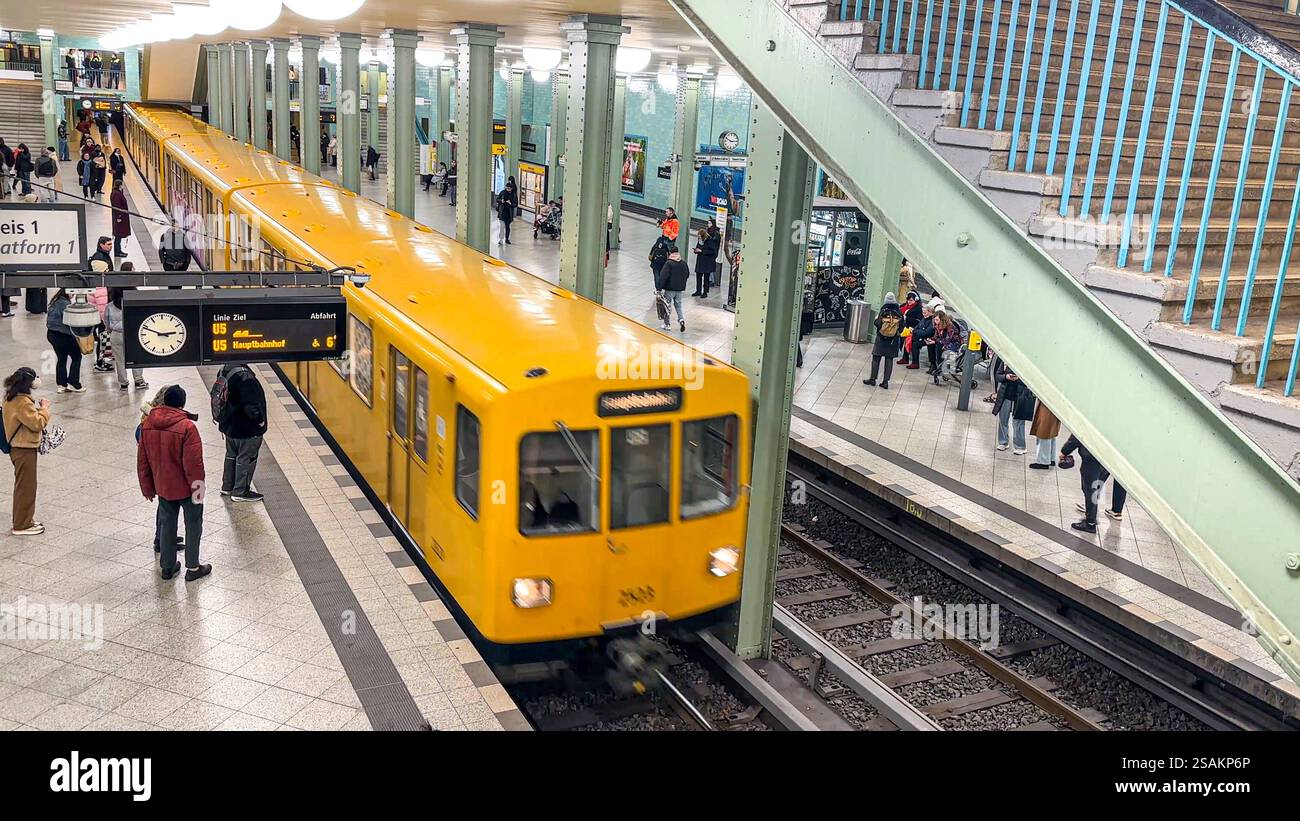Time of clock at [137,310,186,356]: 2:48
